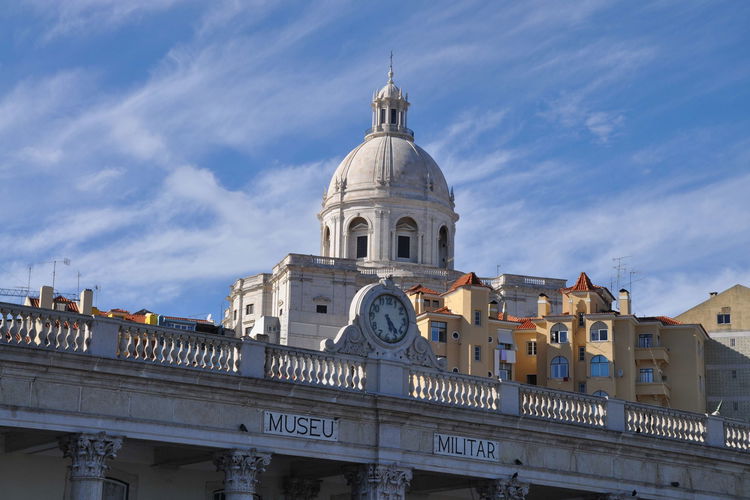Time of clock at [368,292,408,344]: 5:23
